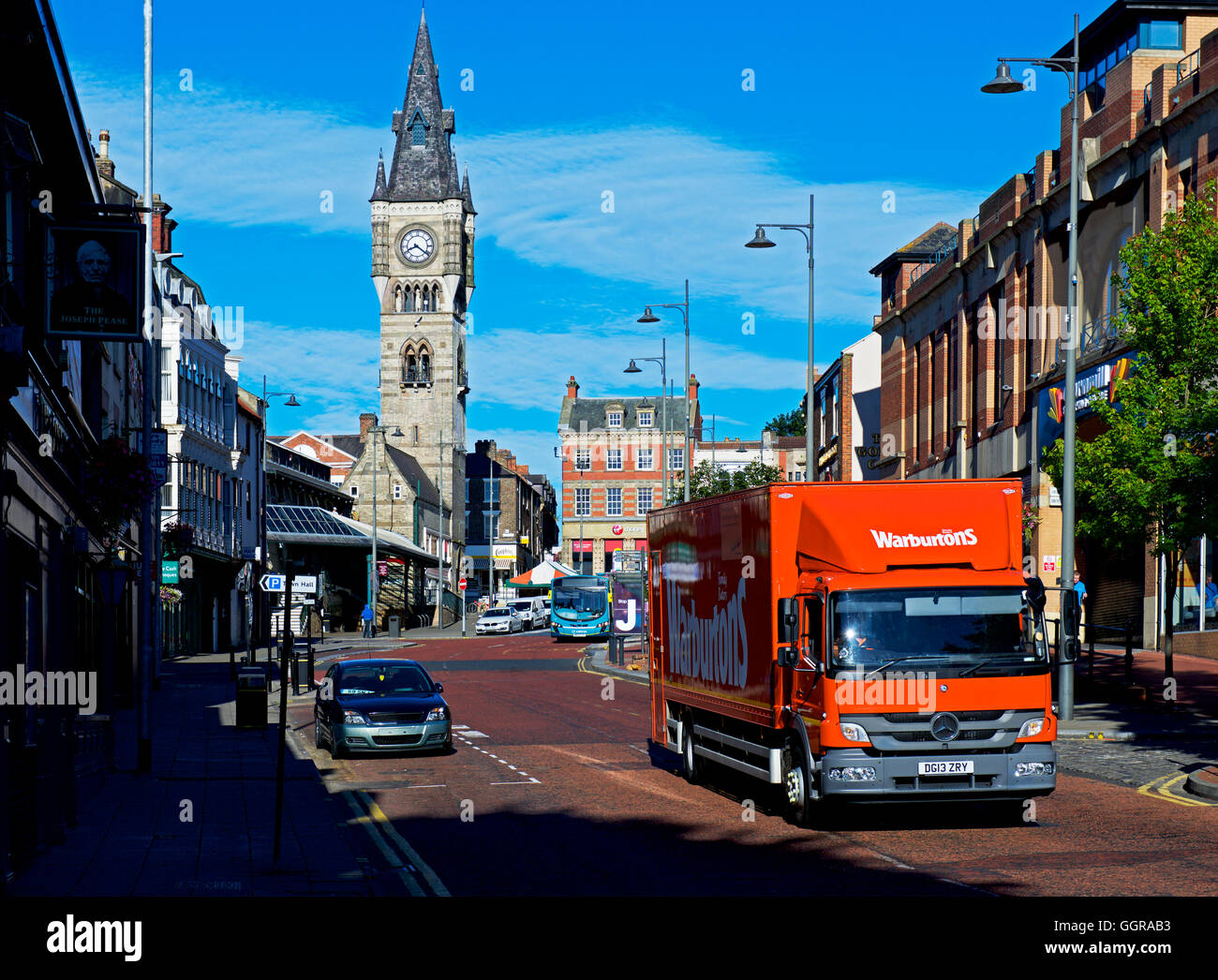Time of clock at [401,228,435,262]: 8:21
